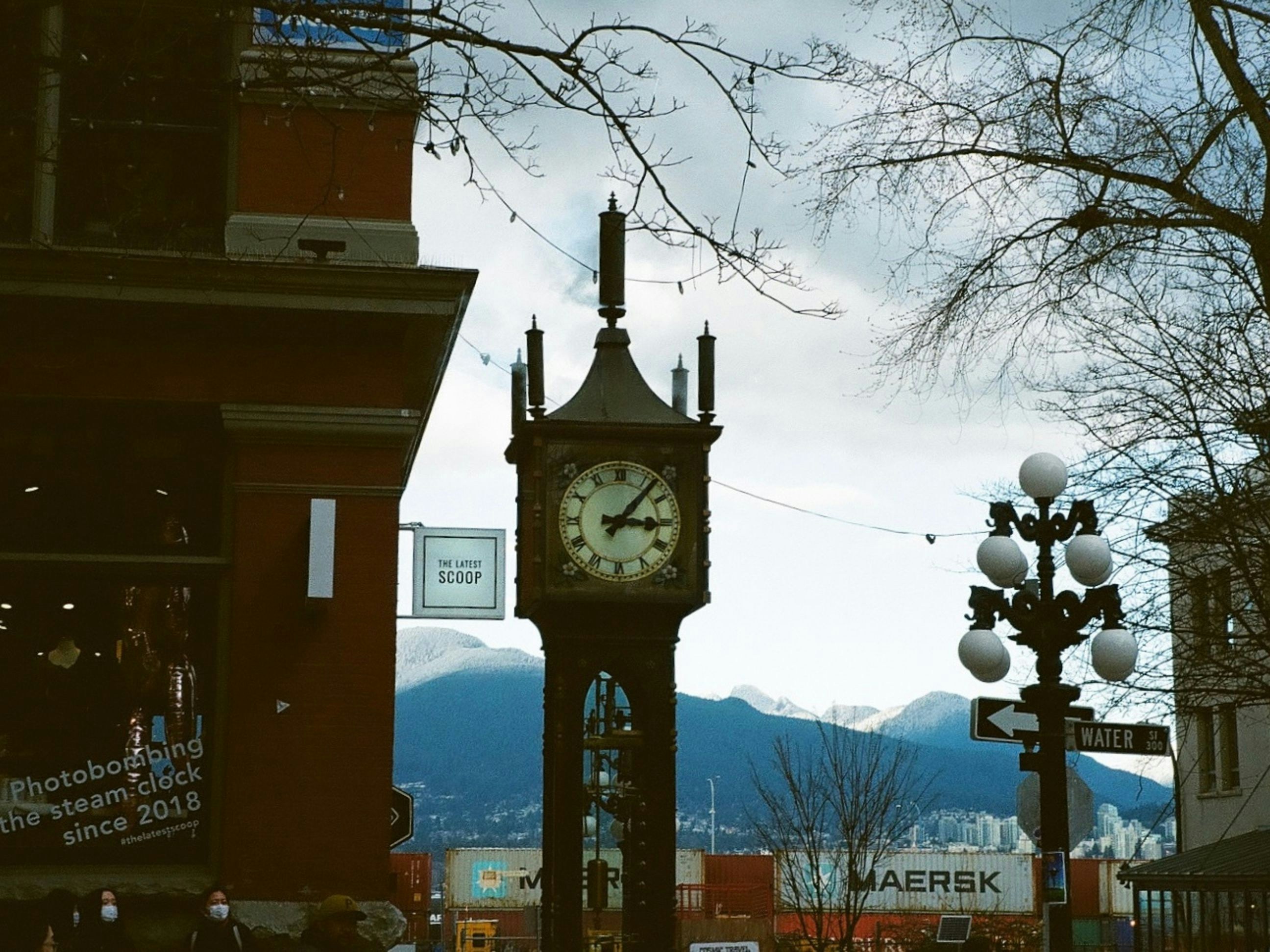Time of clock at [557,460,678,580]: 3:06
